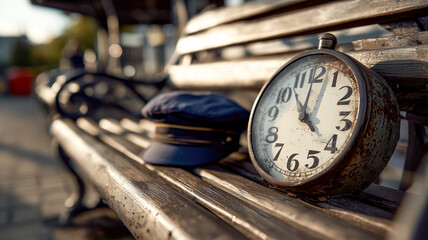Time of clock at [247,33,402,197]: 4:02
